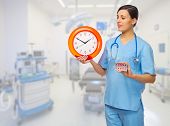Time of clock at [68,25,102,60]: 1:49
